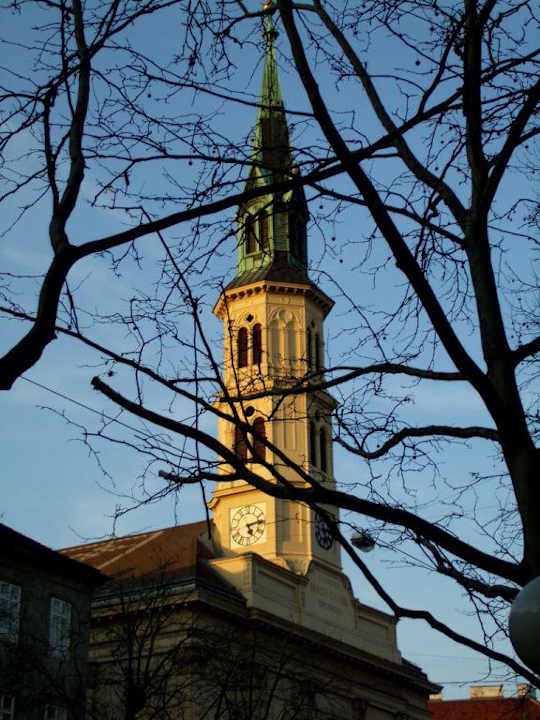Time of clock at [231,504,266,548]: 5:12
